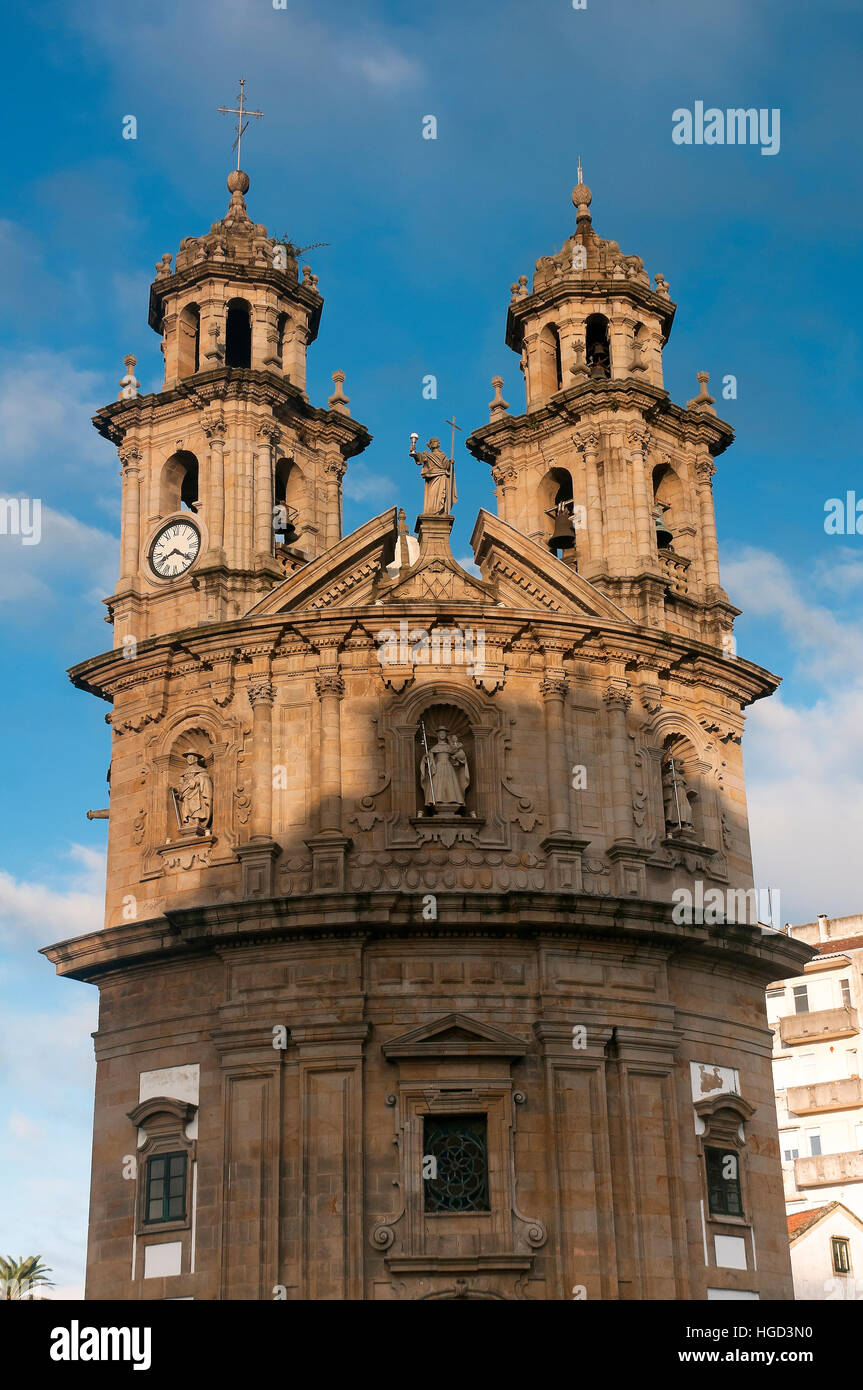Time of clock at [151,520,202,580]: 8:21
